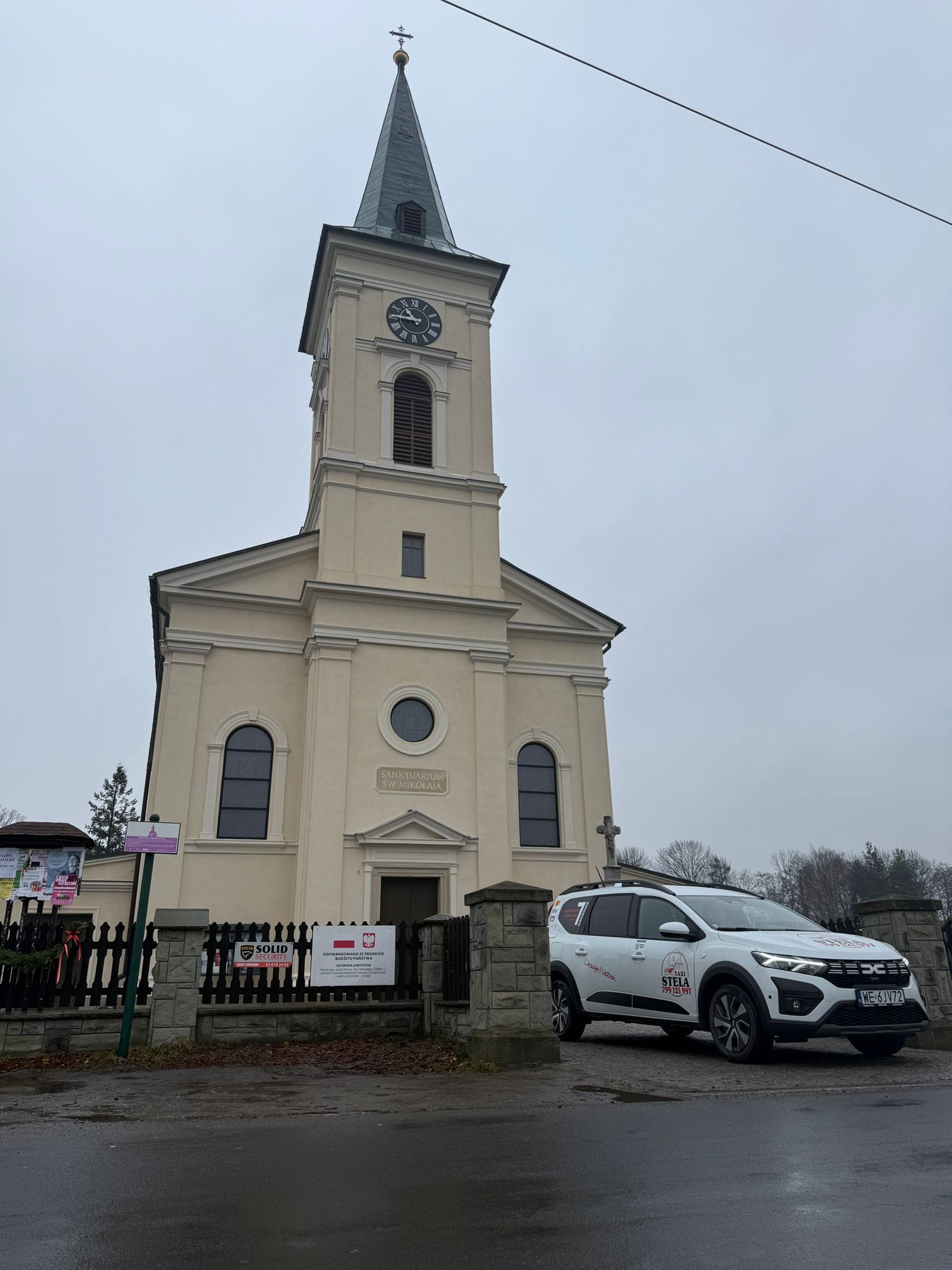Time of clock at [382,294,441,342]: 10:45
